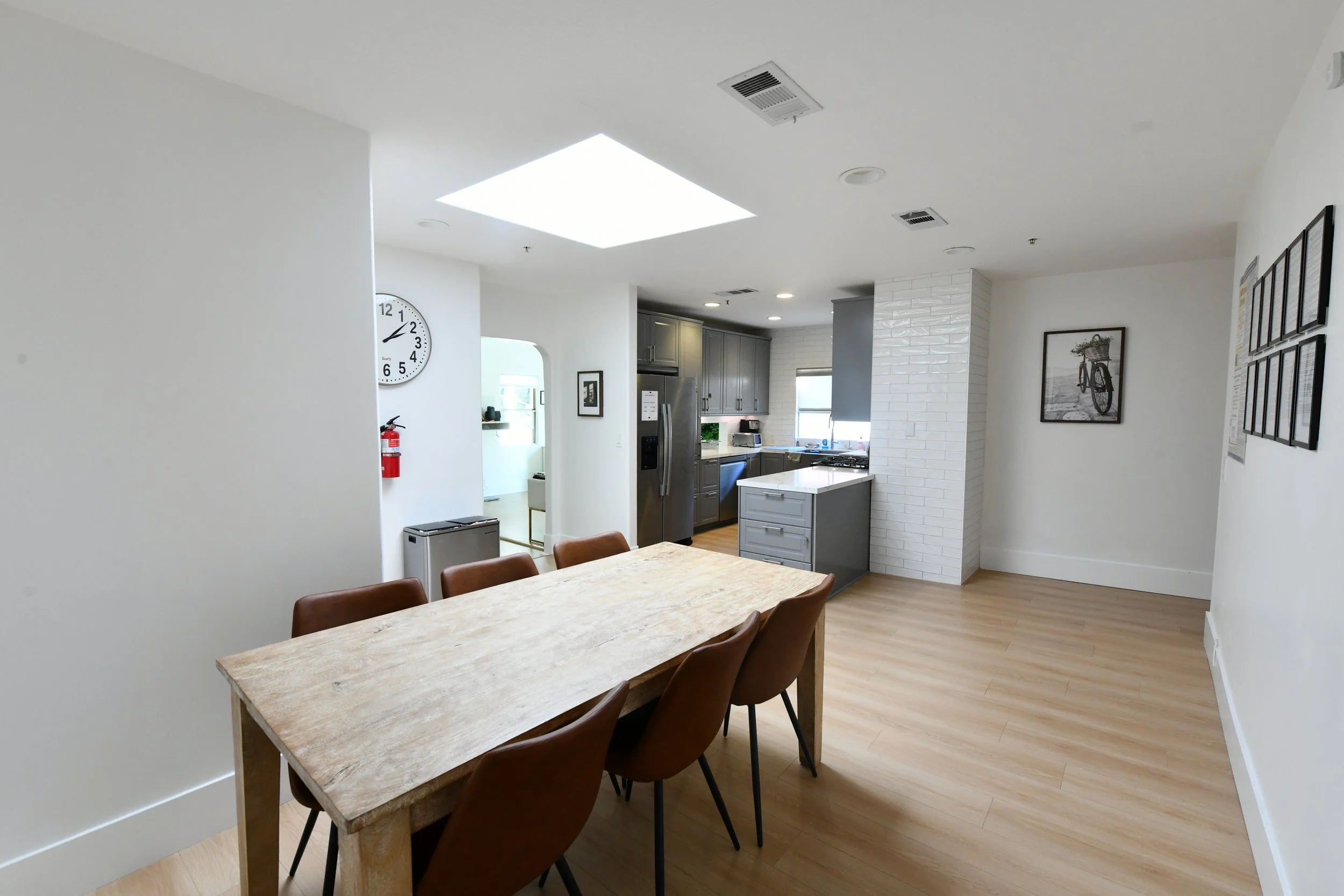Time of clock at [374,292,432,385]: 2:08
